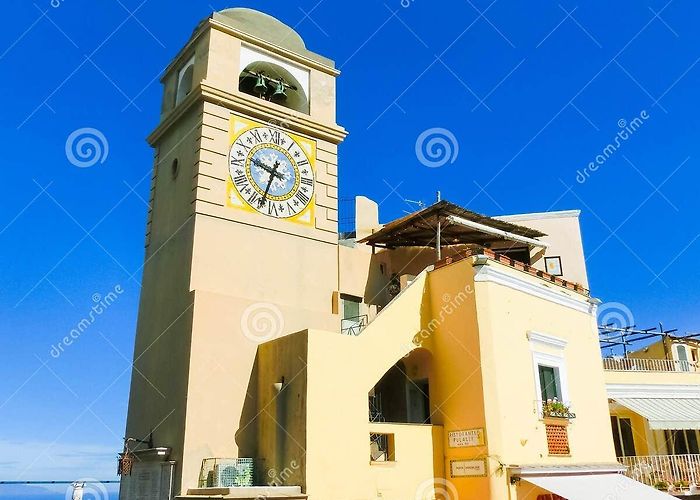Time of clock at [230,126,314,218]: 9:33
